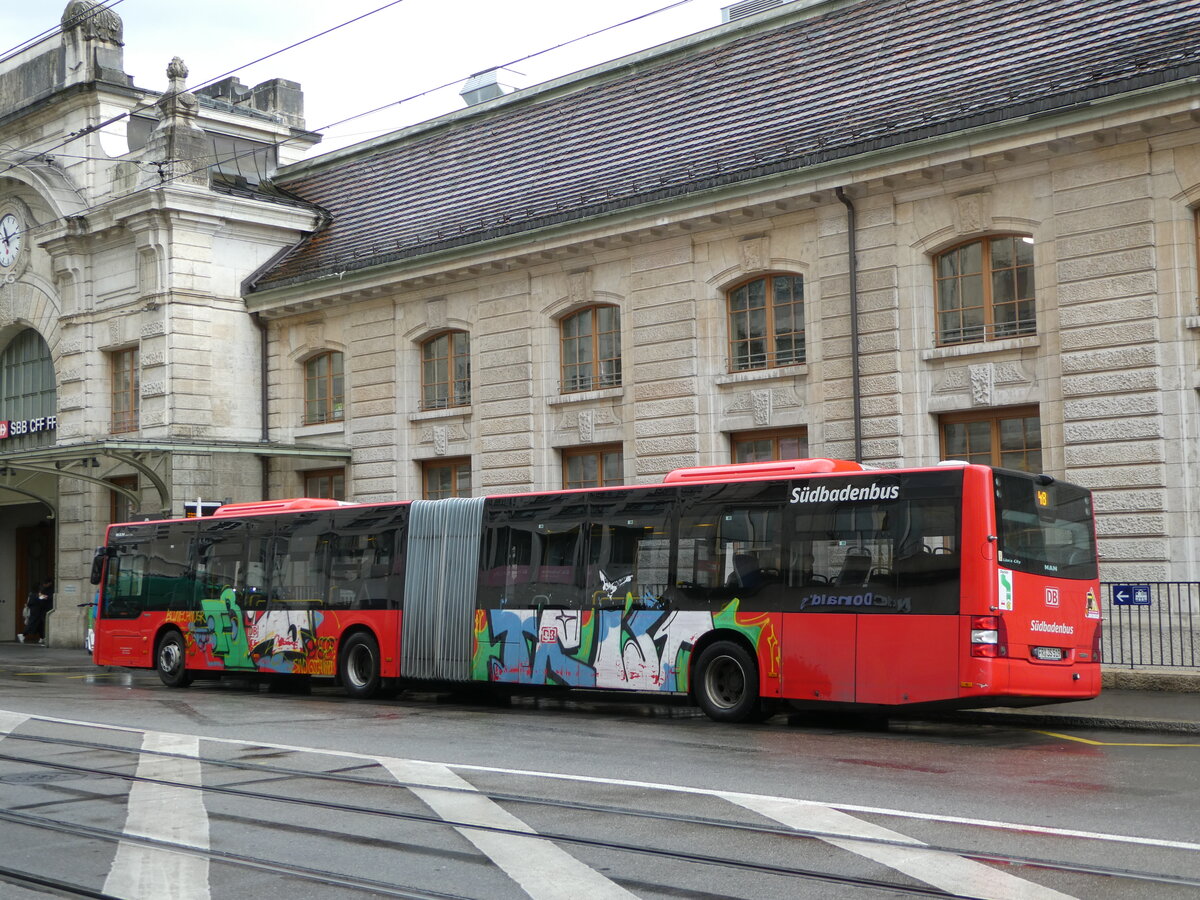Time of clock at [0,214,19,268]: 11:12
